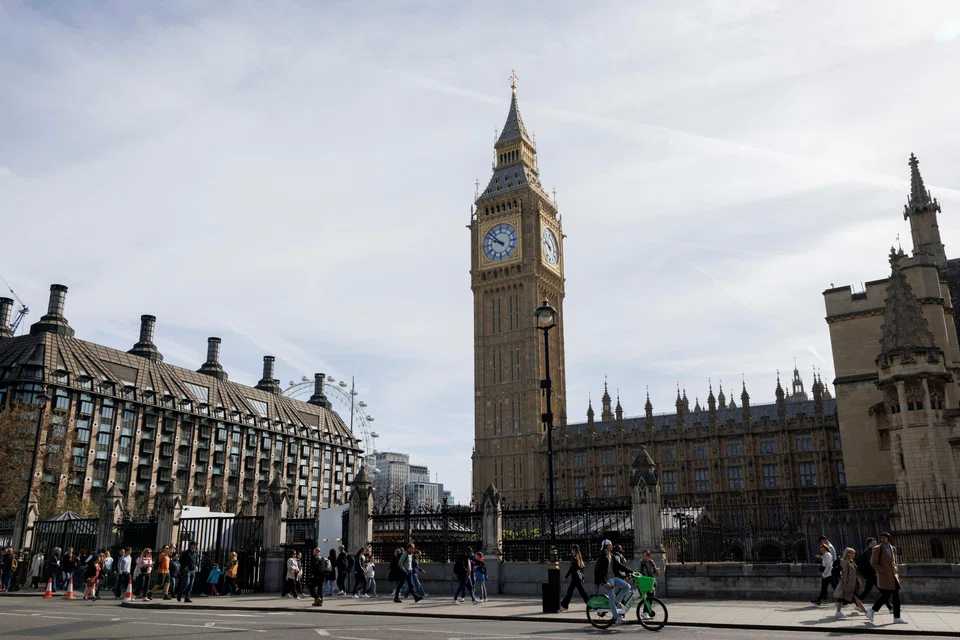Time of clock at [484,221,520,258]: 9:52
